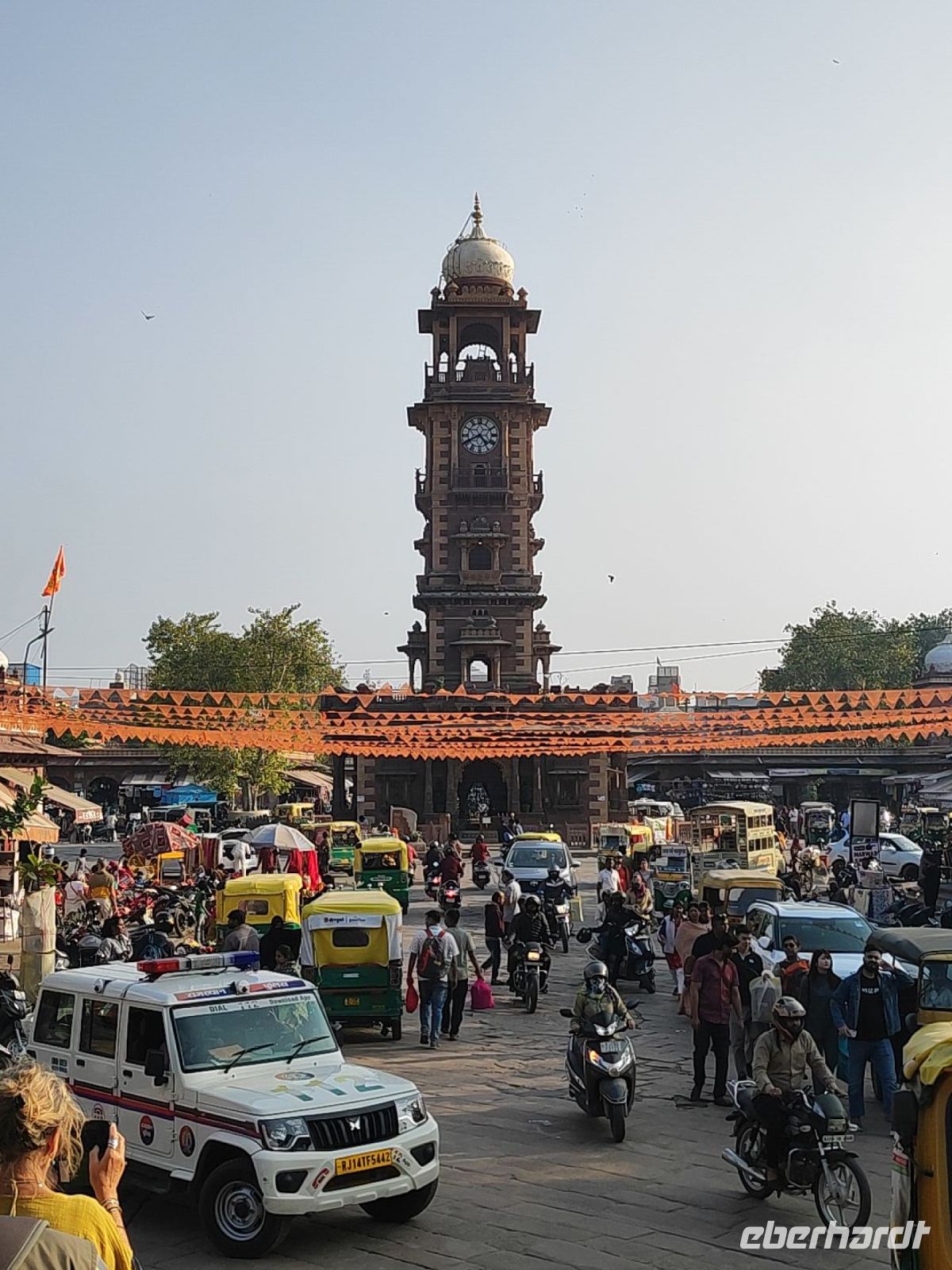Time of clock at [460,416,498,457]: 4:40
